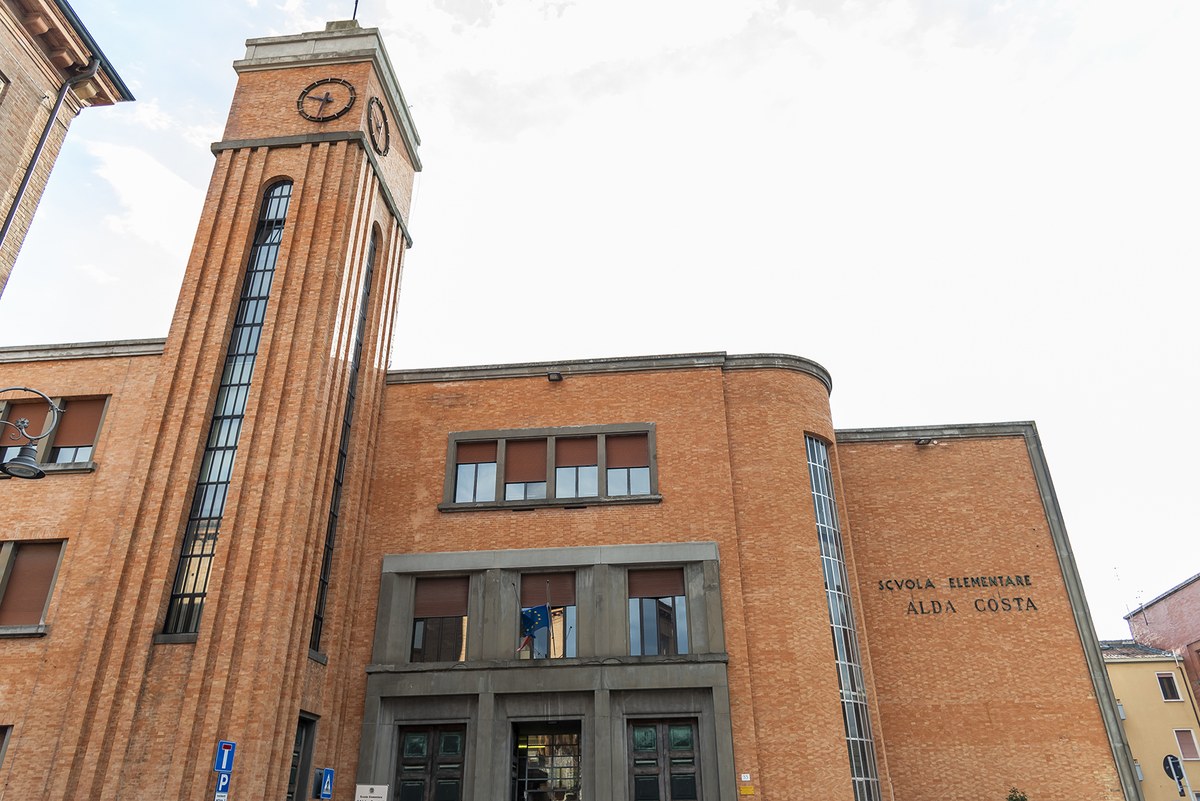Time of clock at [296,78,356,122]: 9:32
